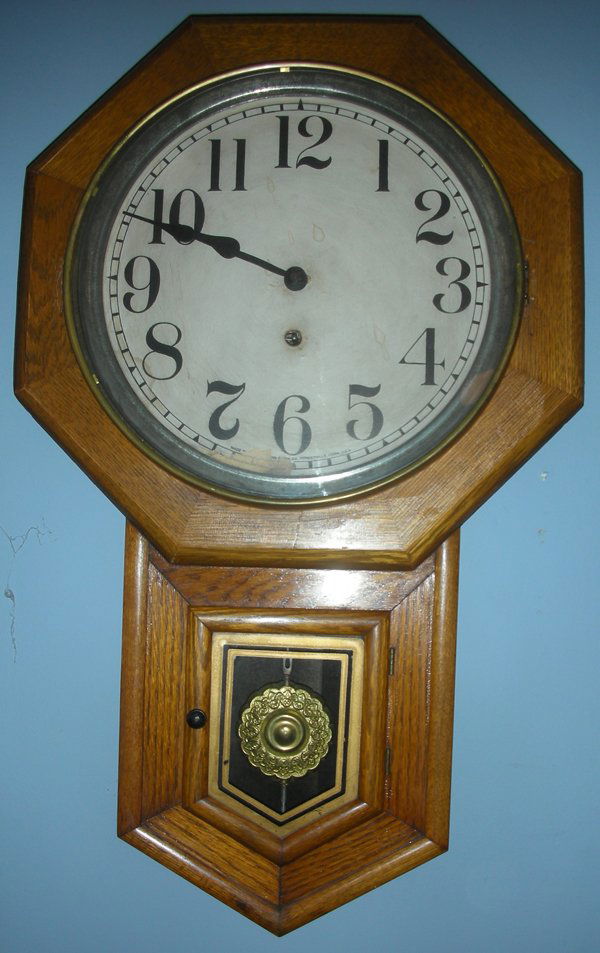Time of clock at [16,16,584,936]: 9:48
